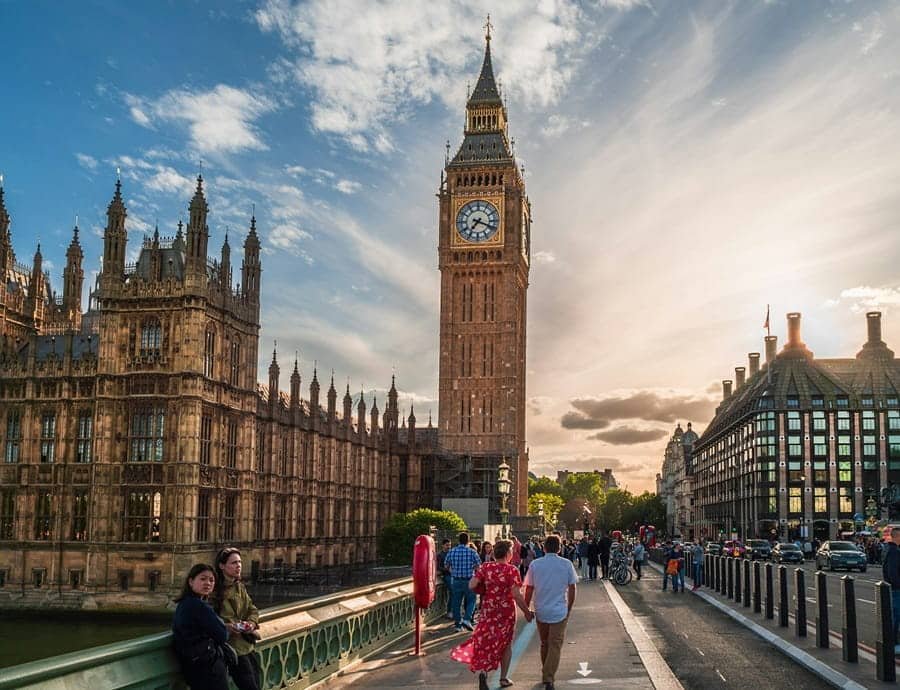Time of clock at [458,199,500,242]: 7:18
